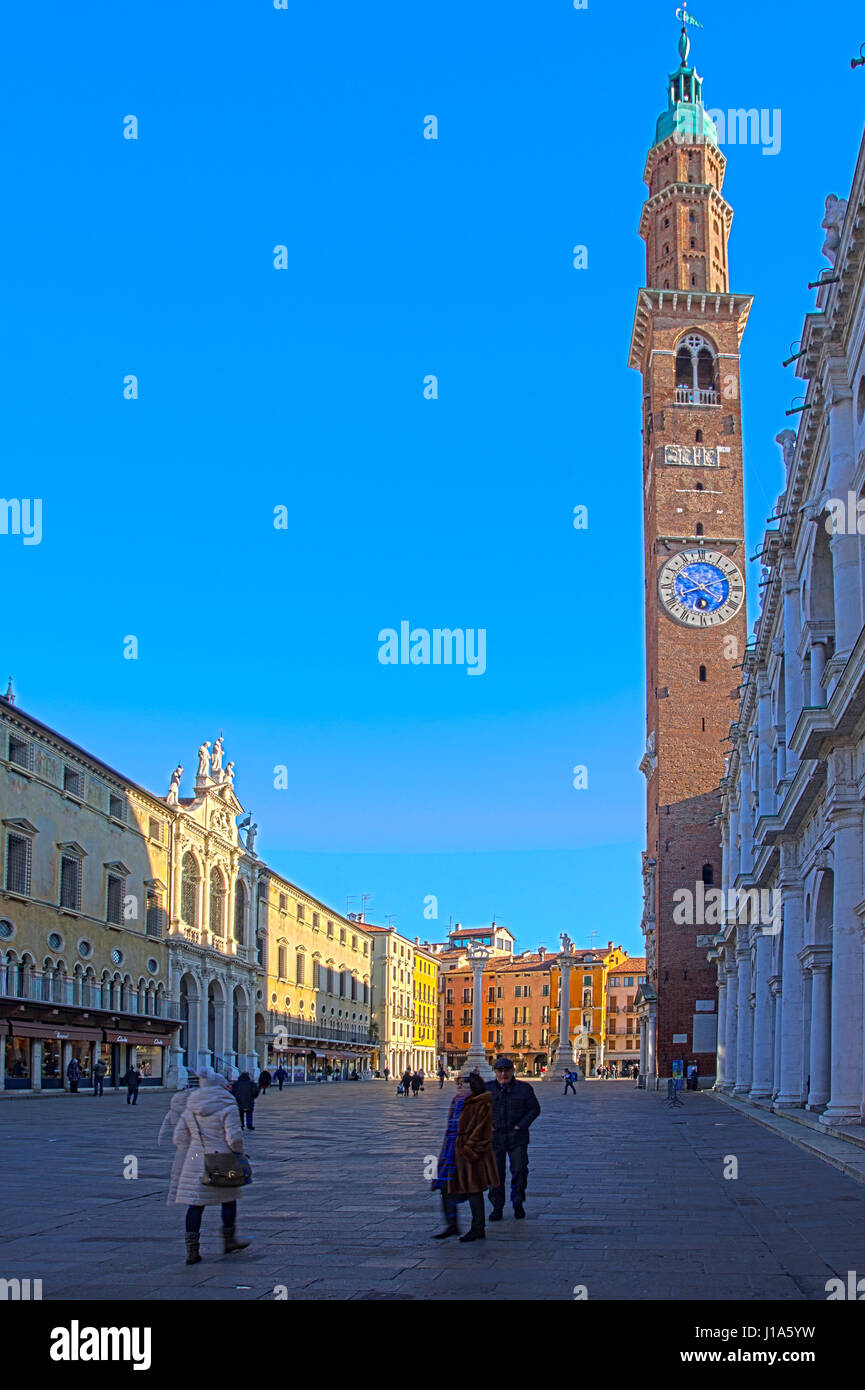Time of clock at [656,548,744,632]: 8:11
